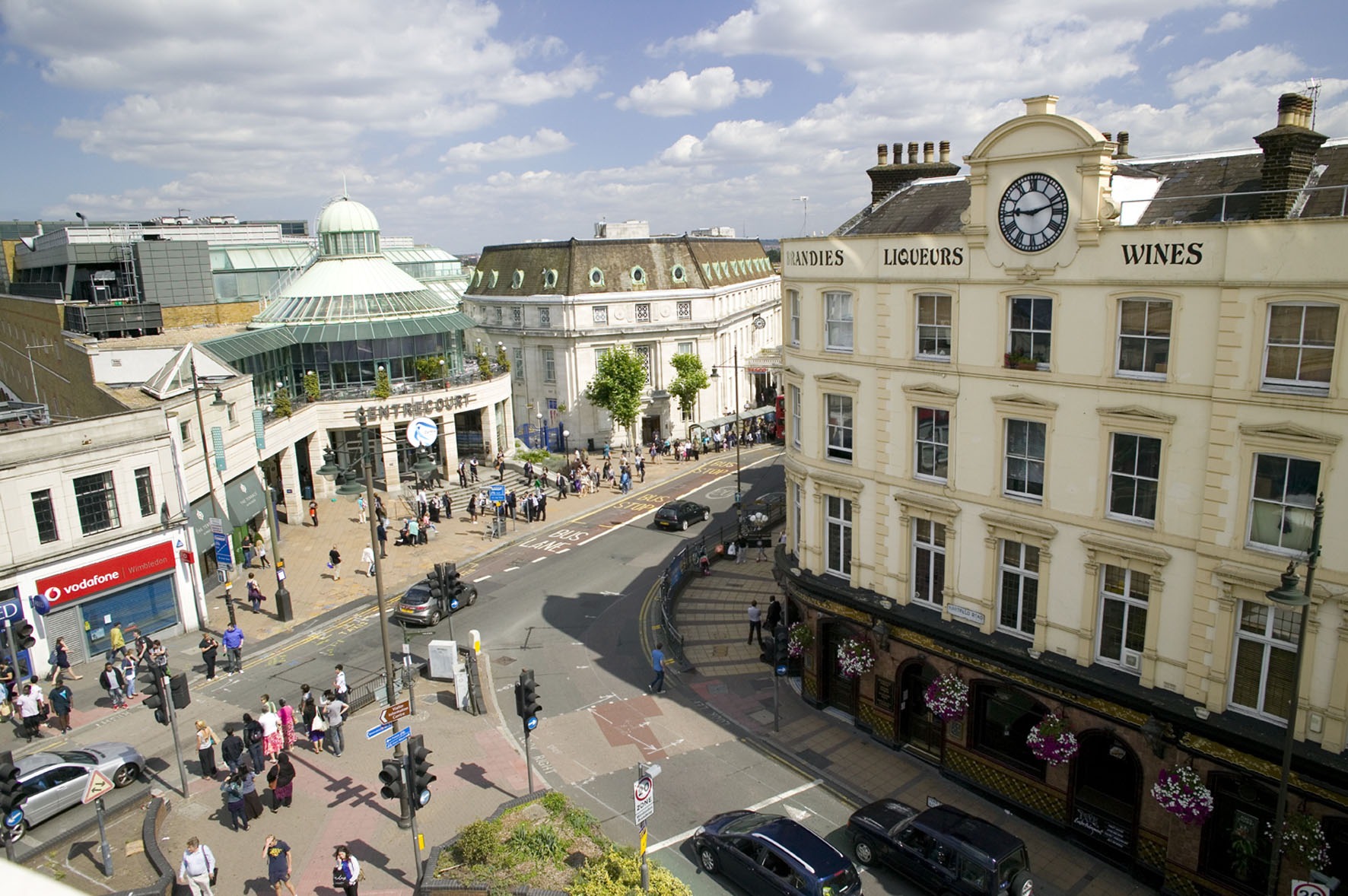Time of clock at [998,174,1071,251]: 9:11
